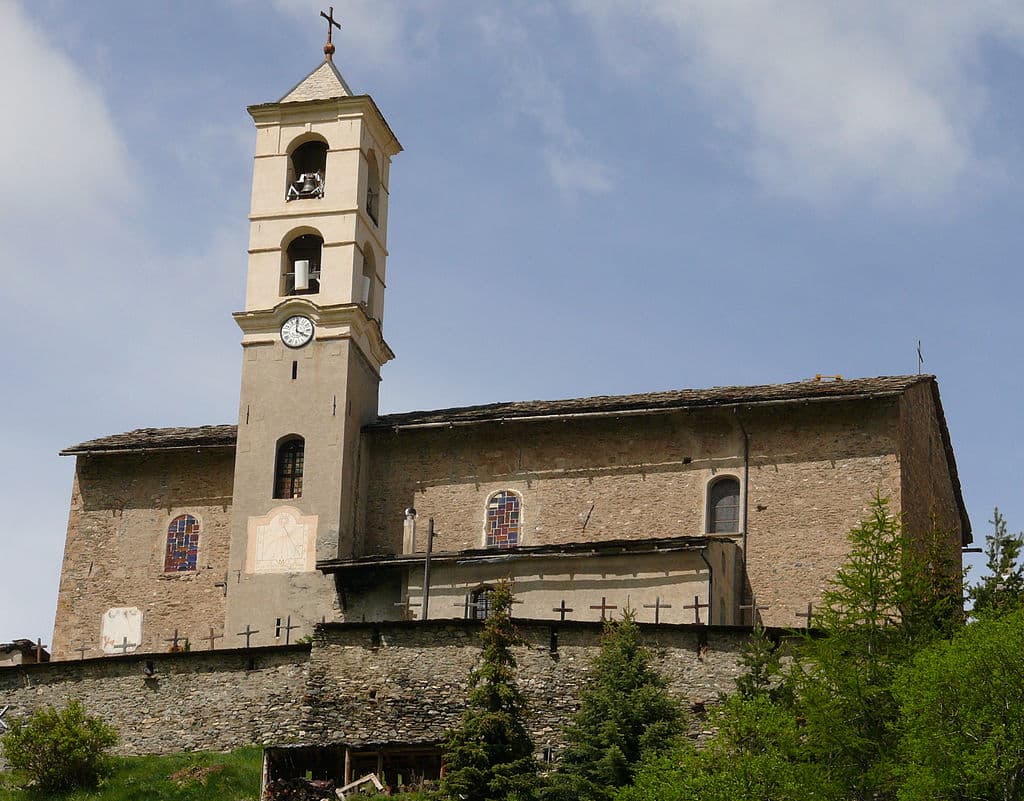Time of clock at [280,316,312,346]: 4:00
